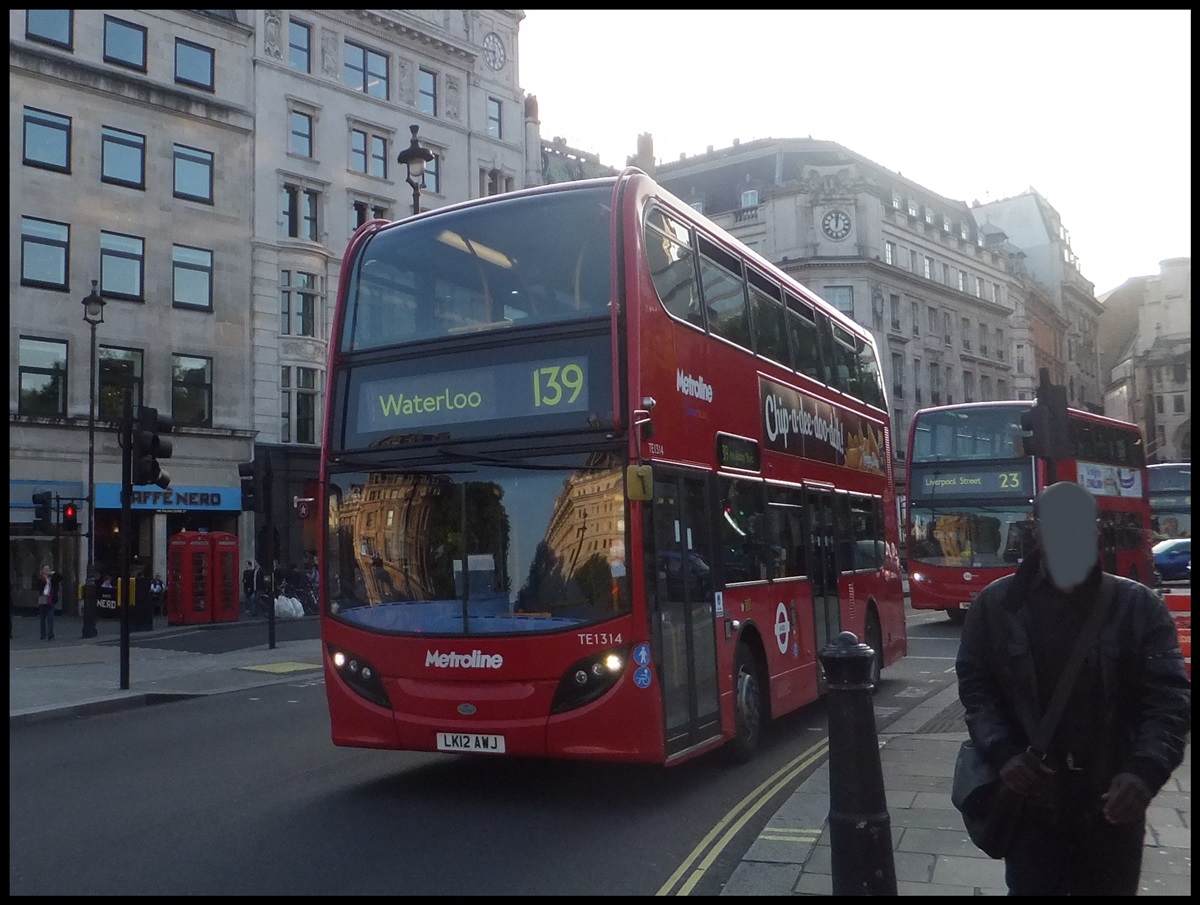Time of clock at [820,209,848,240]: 12:01
